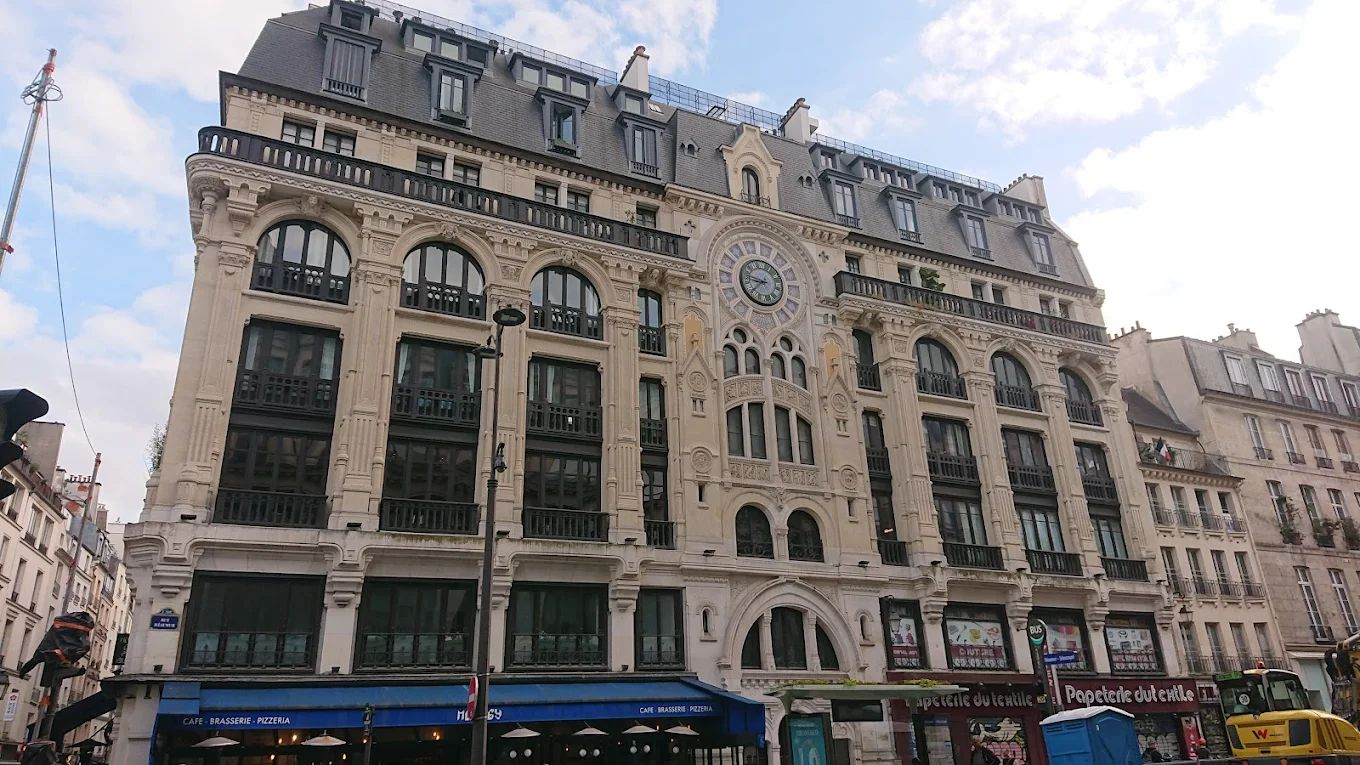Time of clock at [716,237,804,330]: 8:38
